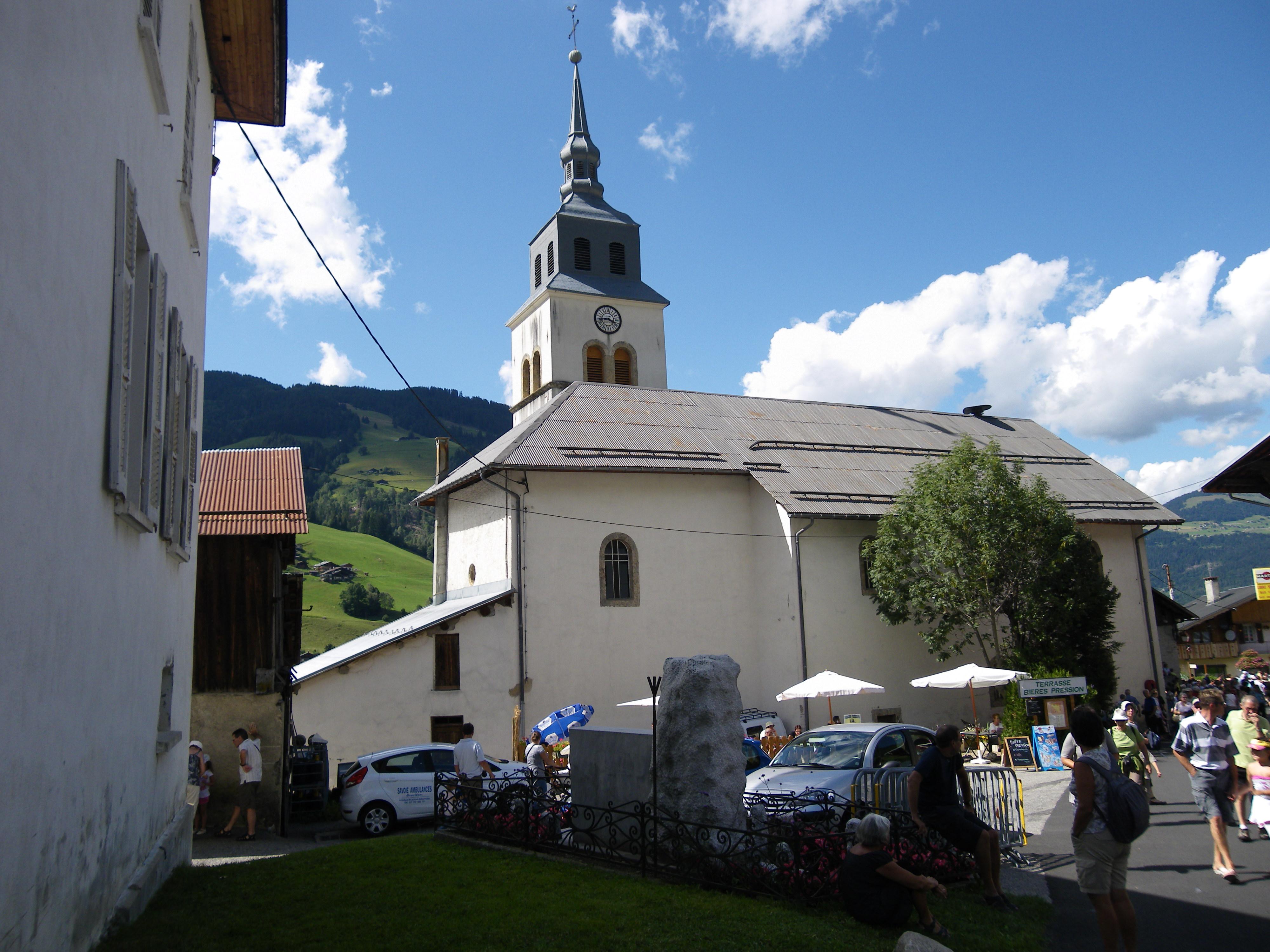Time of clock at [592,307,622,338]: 3:43
